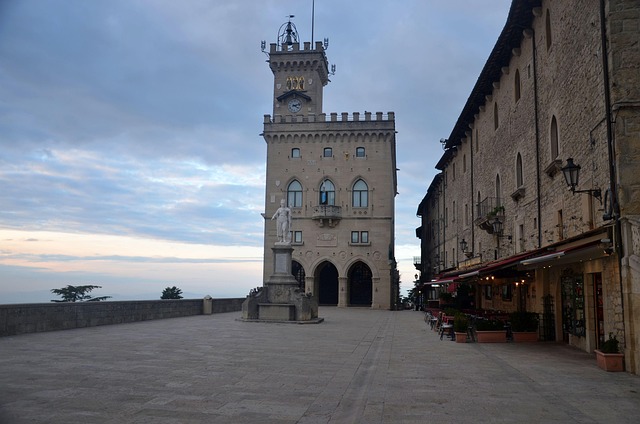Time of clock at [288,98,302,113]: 4:12
